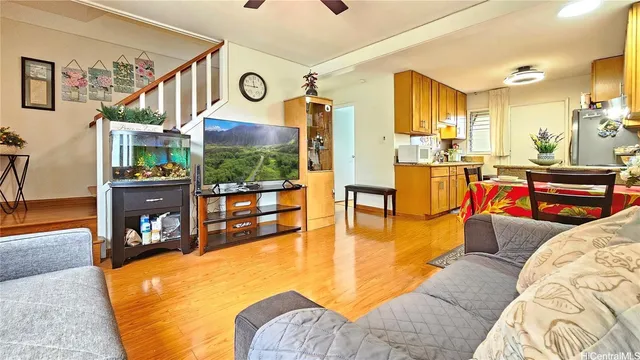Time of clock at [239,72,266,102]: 11:45
